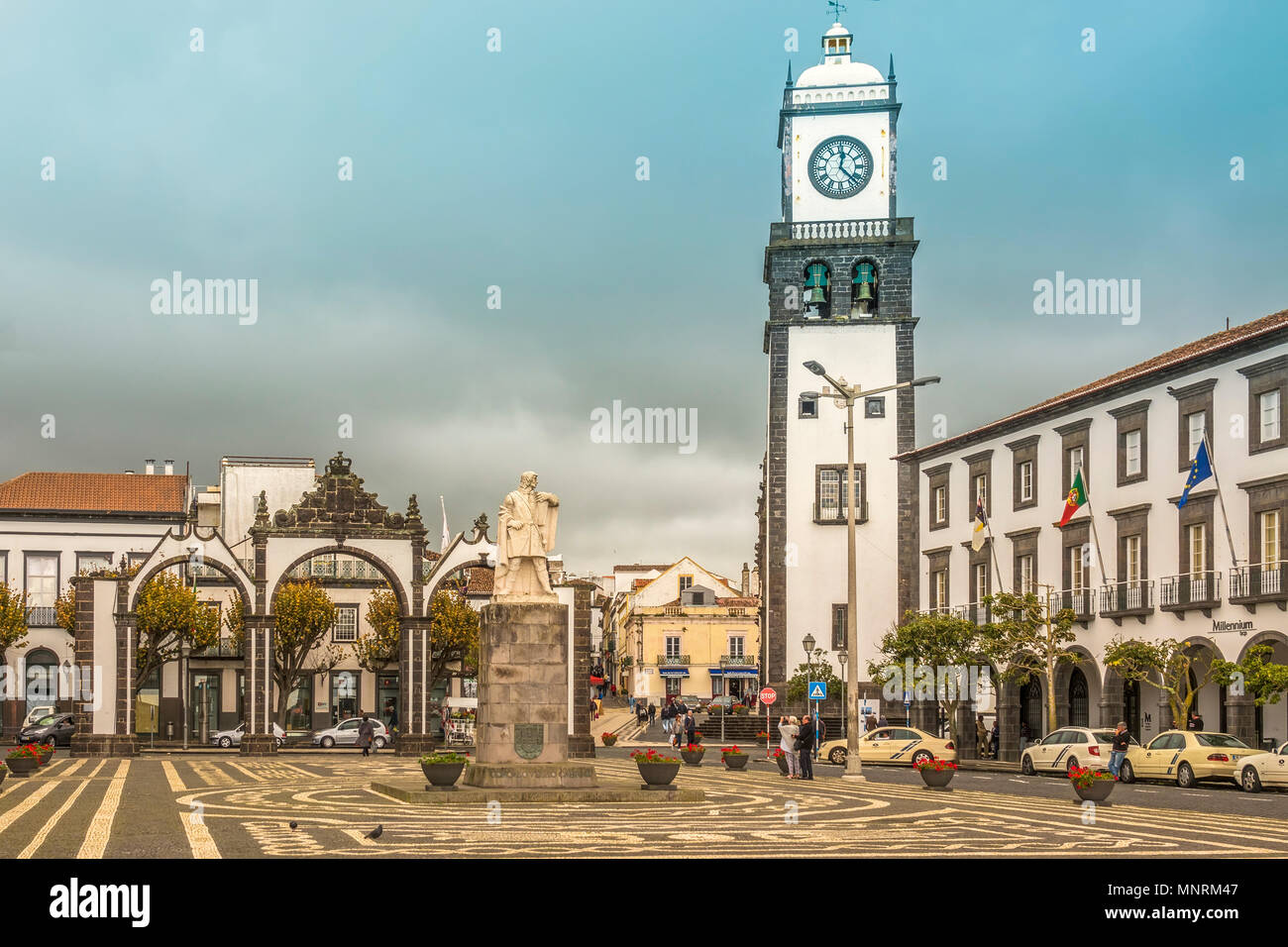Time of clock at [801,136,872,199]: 12:22
